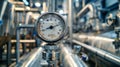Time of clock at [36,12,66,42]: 8:11
